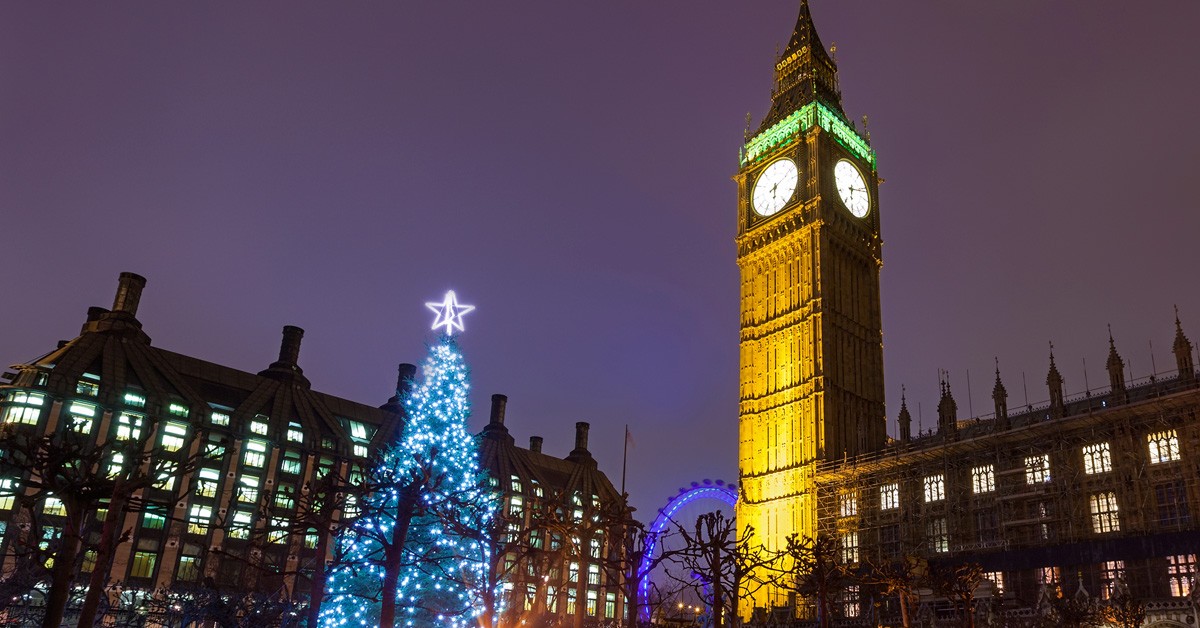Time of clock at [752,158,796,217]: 6:11
